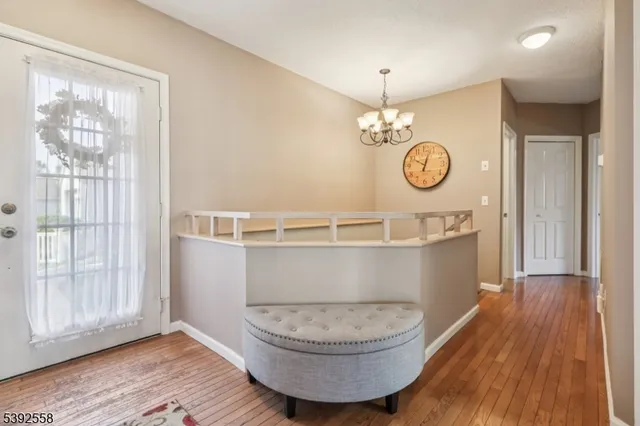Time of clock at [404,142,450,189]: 10:02
